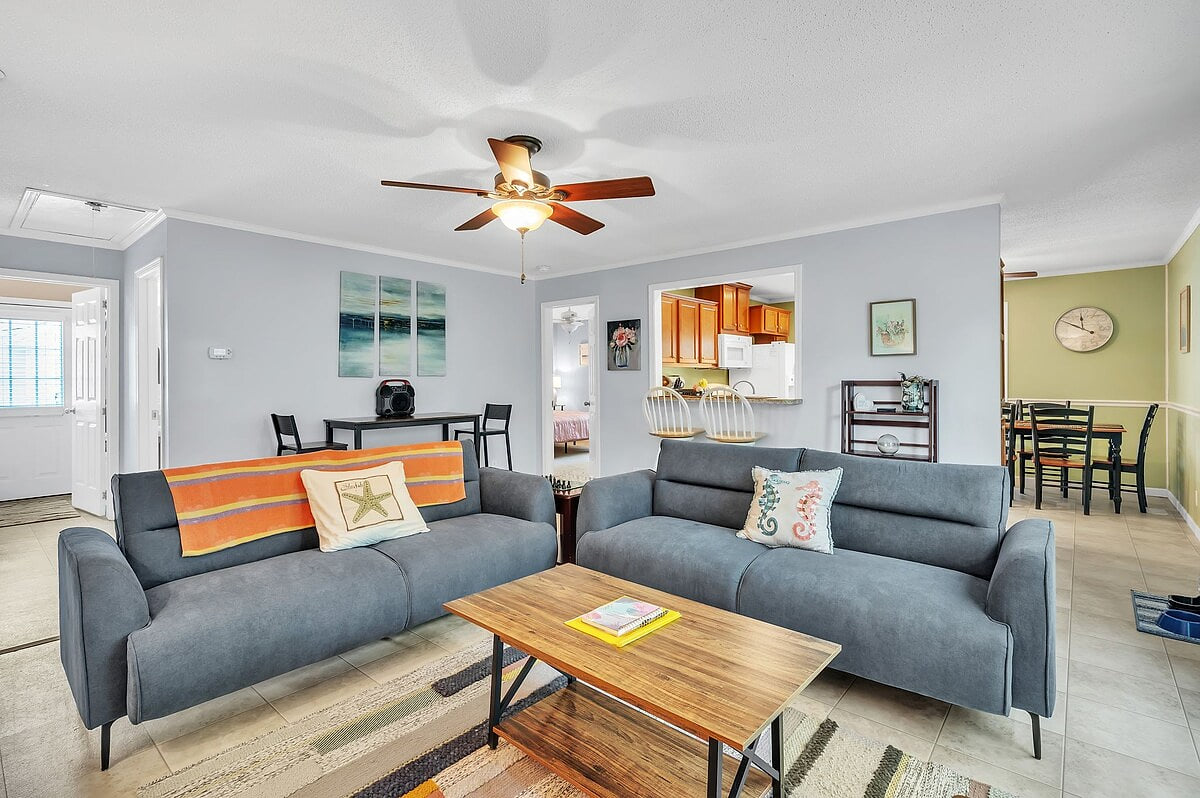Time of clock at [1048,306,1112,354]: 11:49
